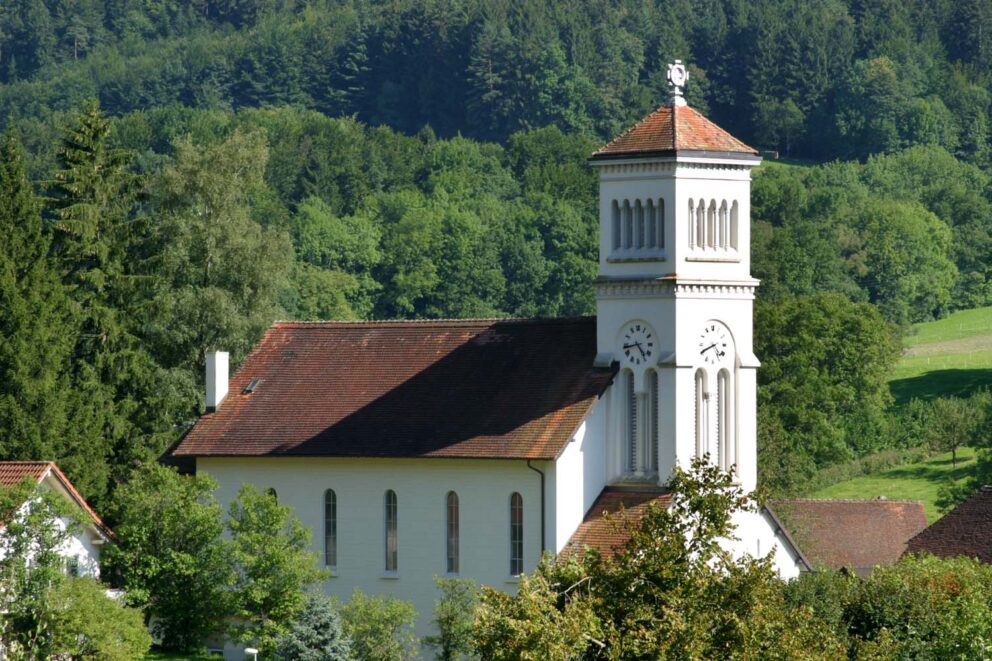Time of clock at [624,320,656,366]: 4:42
